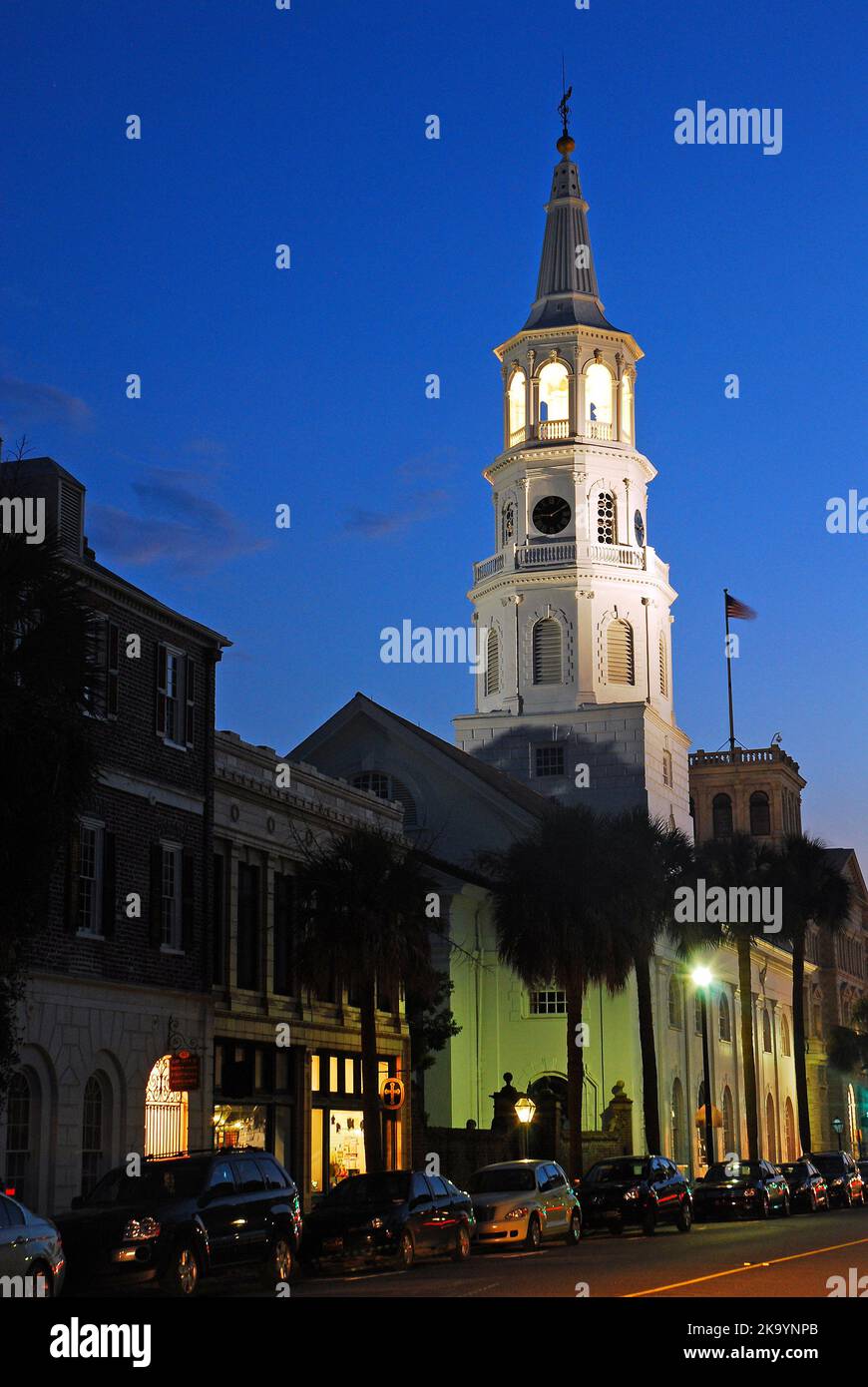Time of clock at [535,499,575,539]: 9:09
